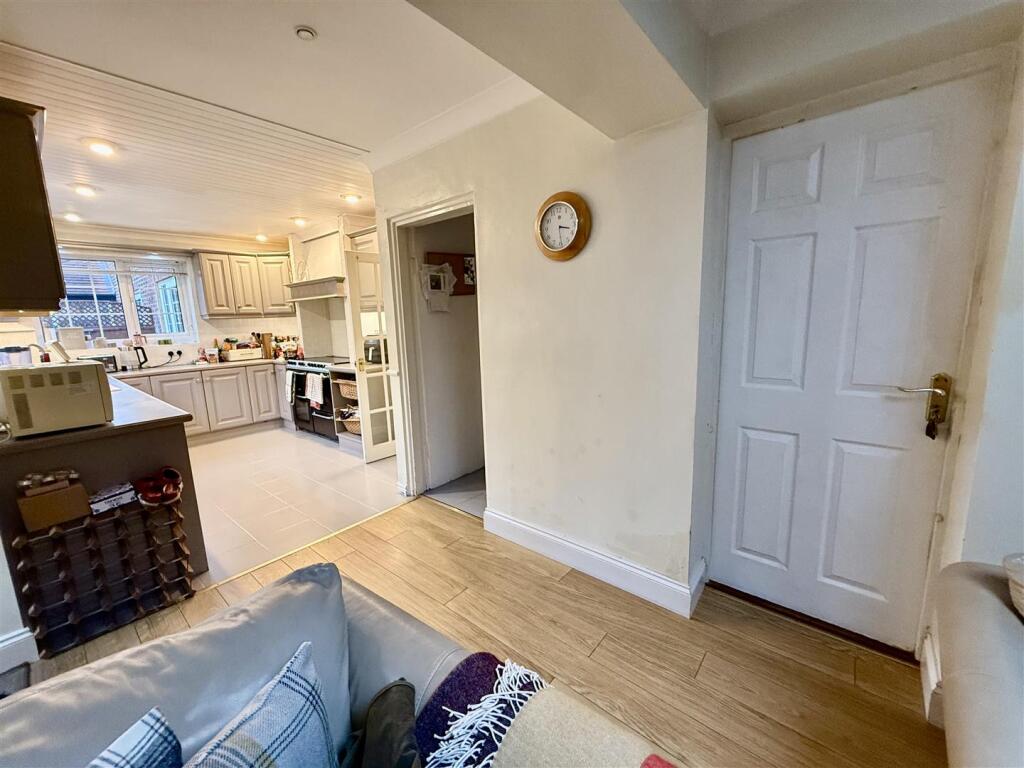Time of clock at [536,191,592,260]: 3:29
